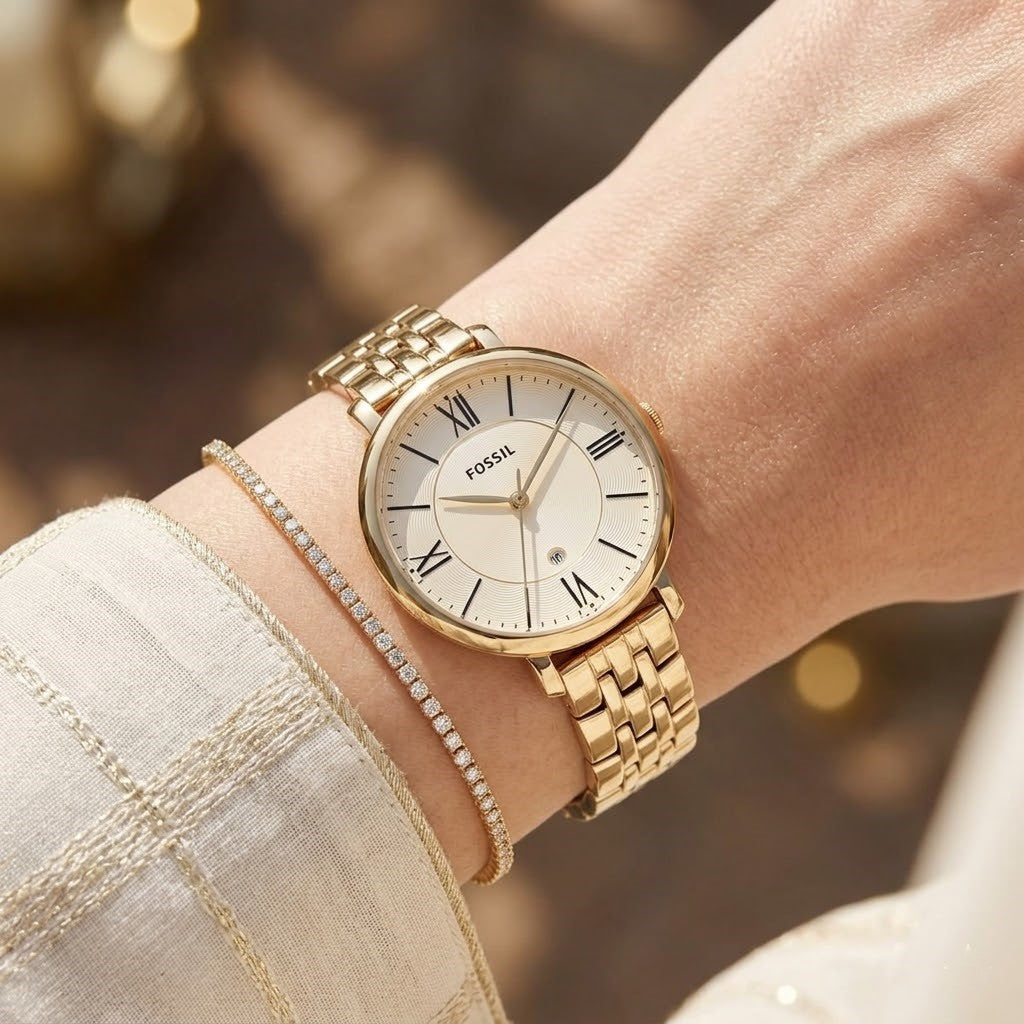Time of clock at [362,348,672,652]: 9:05
